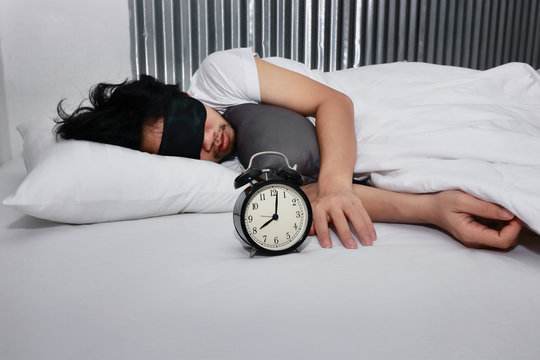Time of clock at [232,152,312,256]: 8:01
